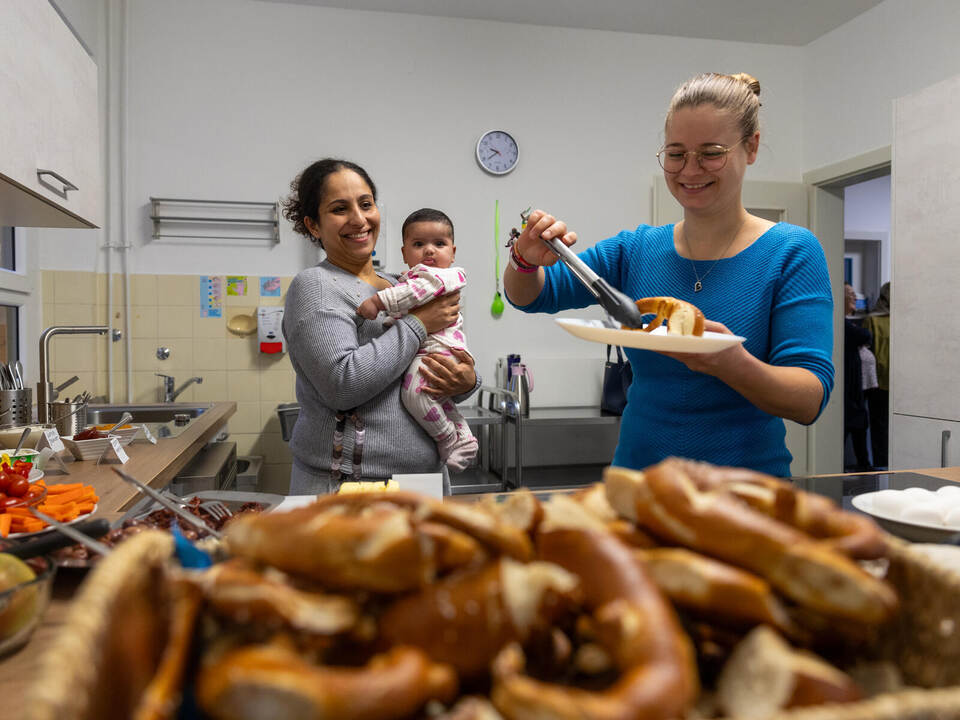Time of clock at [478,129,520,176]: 9:38
